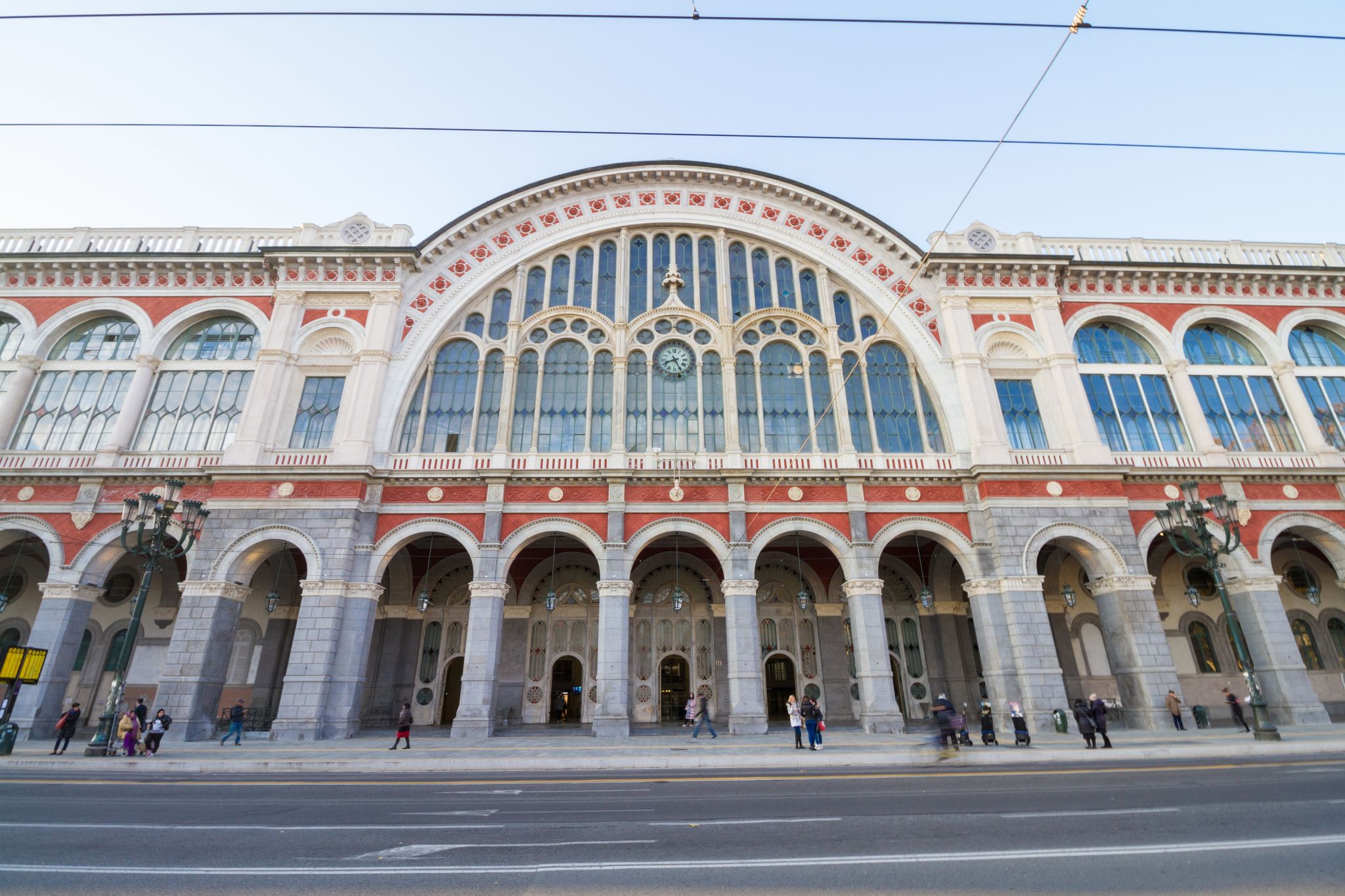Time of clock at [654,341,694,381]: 8:25
